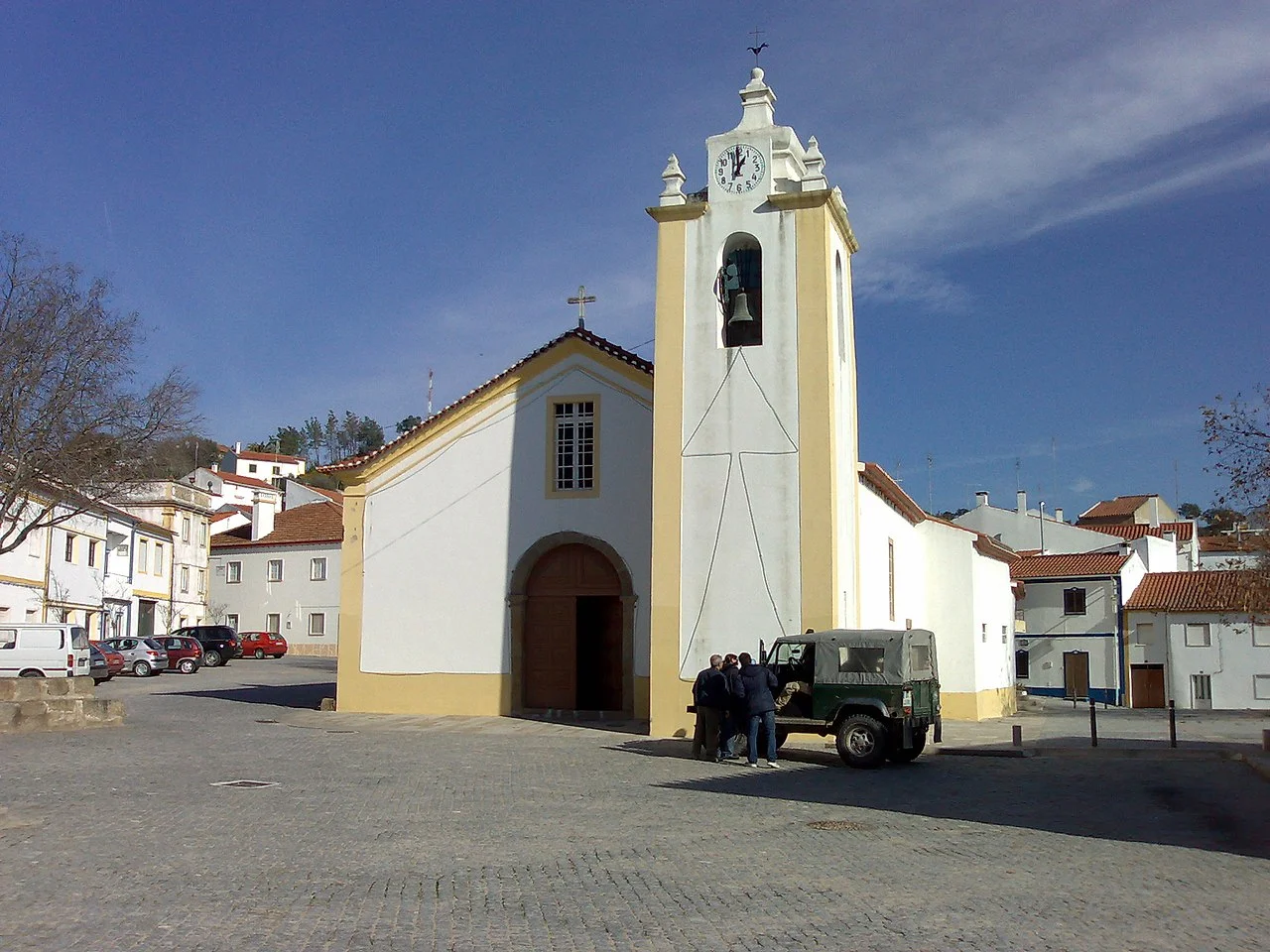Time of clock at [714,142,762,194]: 12:59
